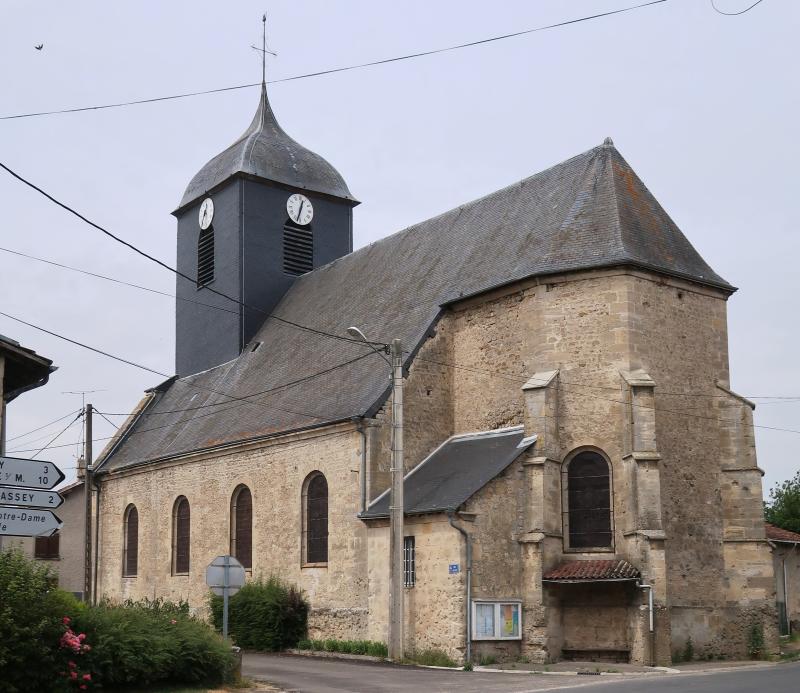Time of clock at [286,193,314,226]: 12:32
